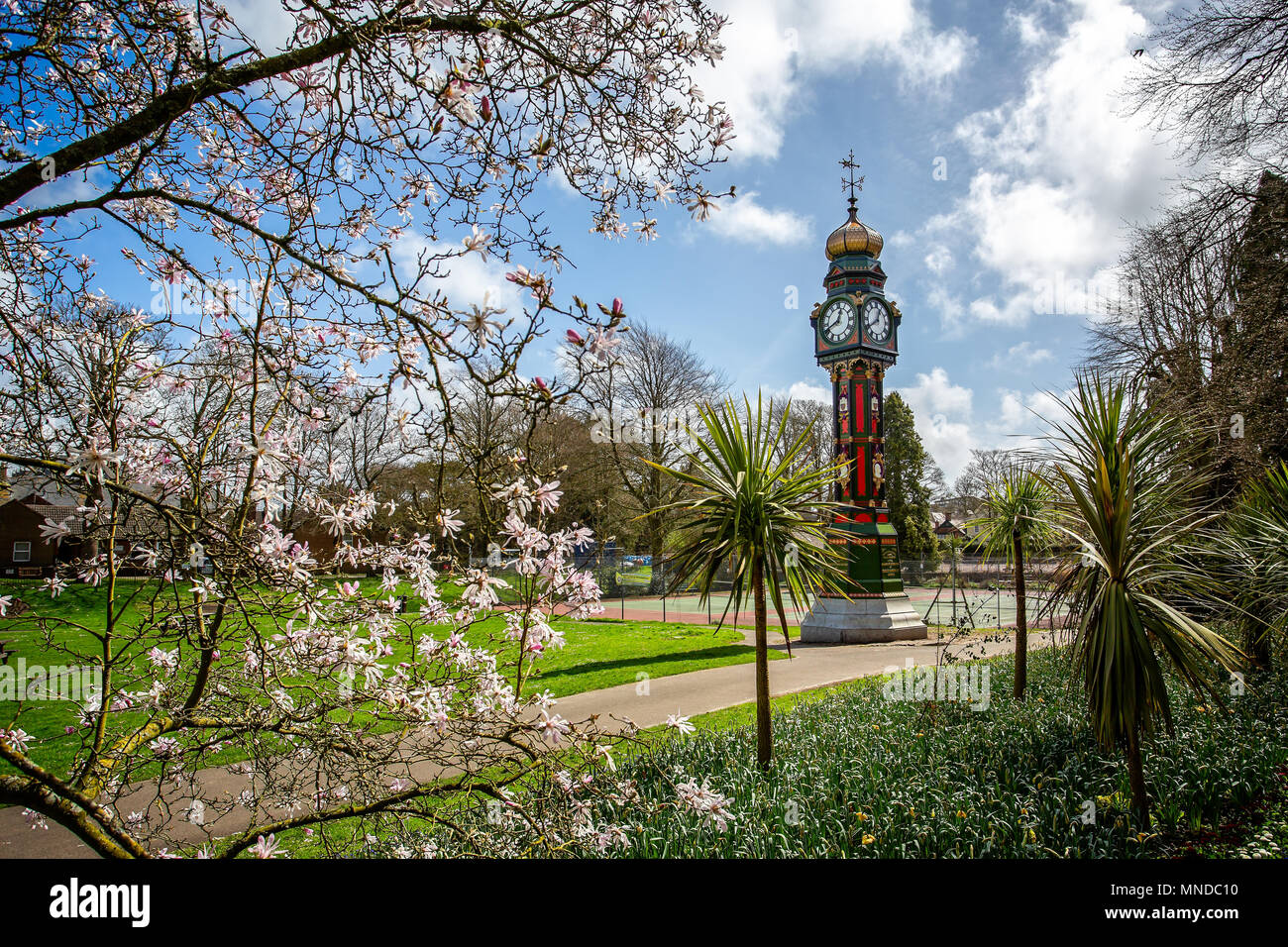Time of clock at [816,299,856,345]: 12:40
